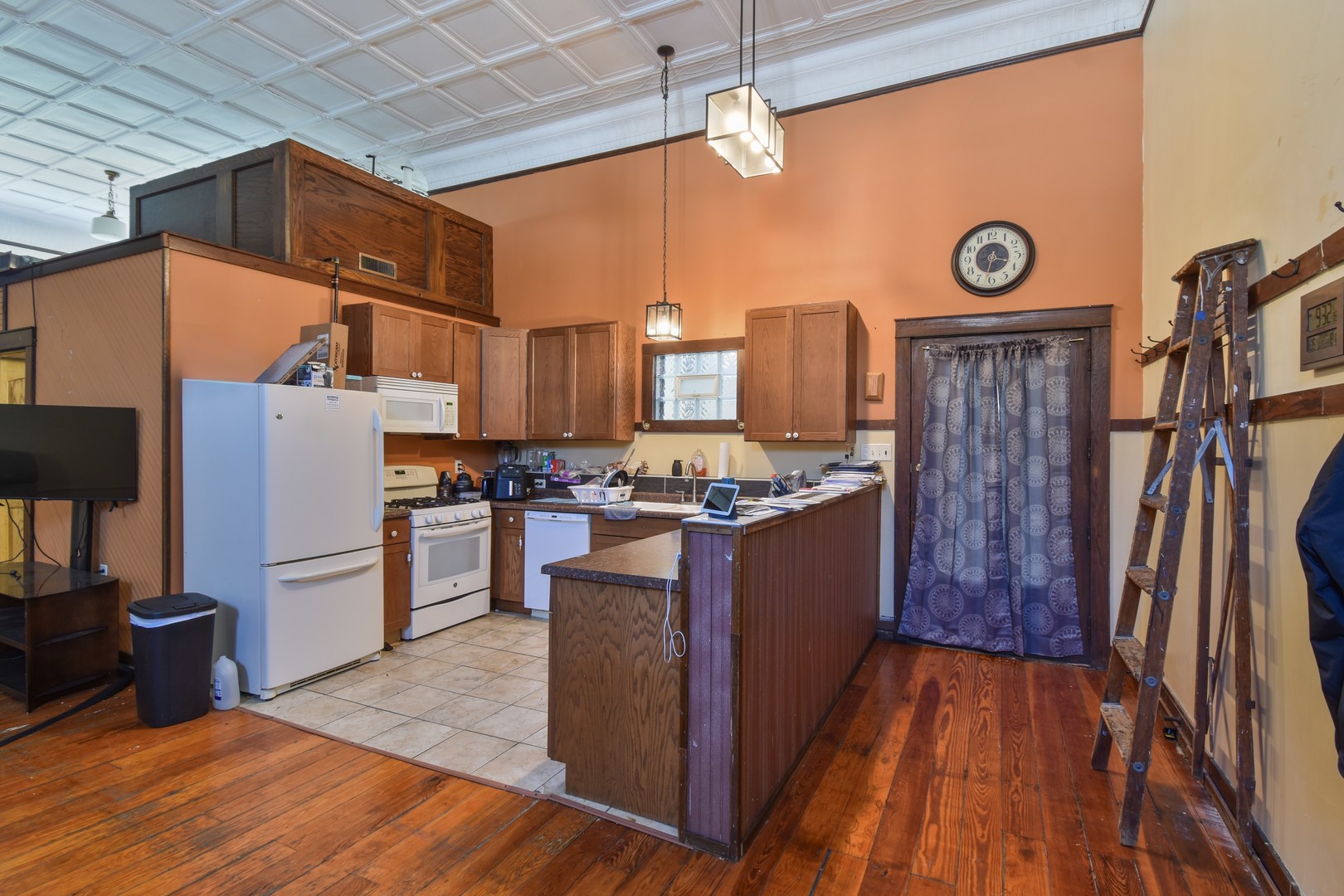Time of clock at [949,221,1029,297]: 3:32
